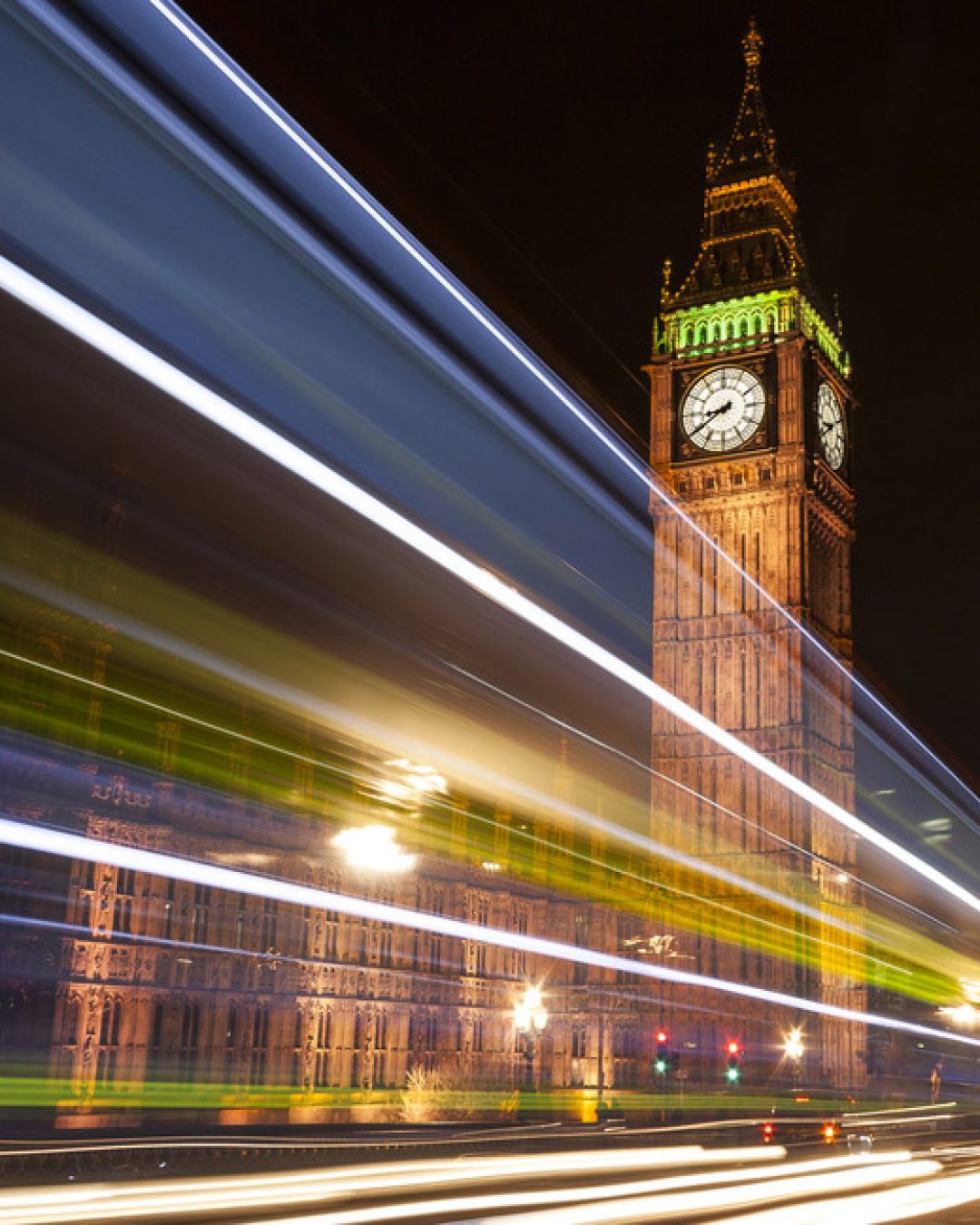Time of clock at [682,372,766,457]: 8:39
